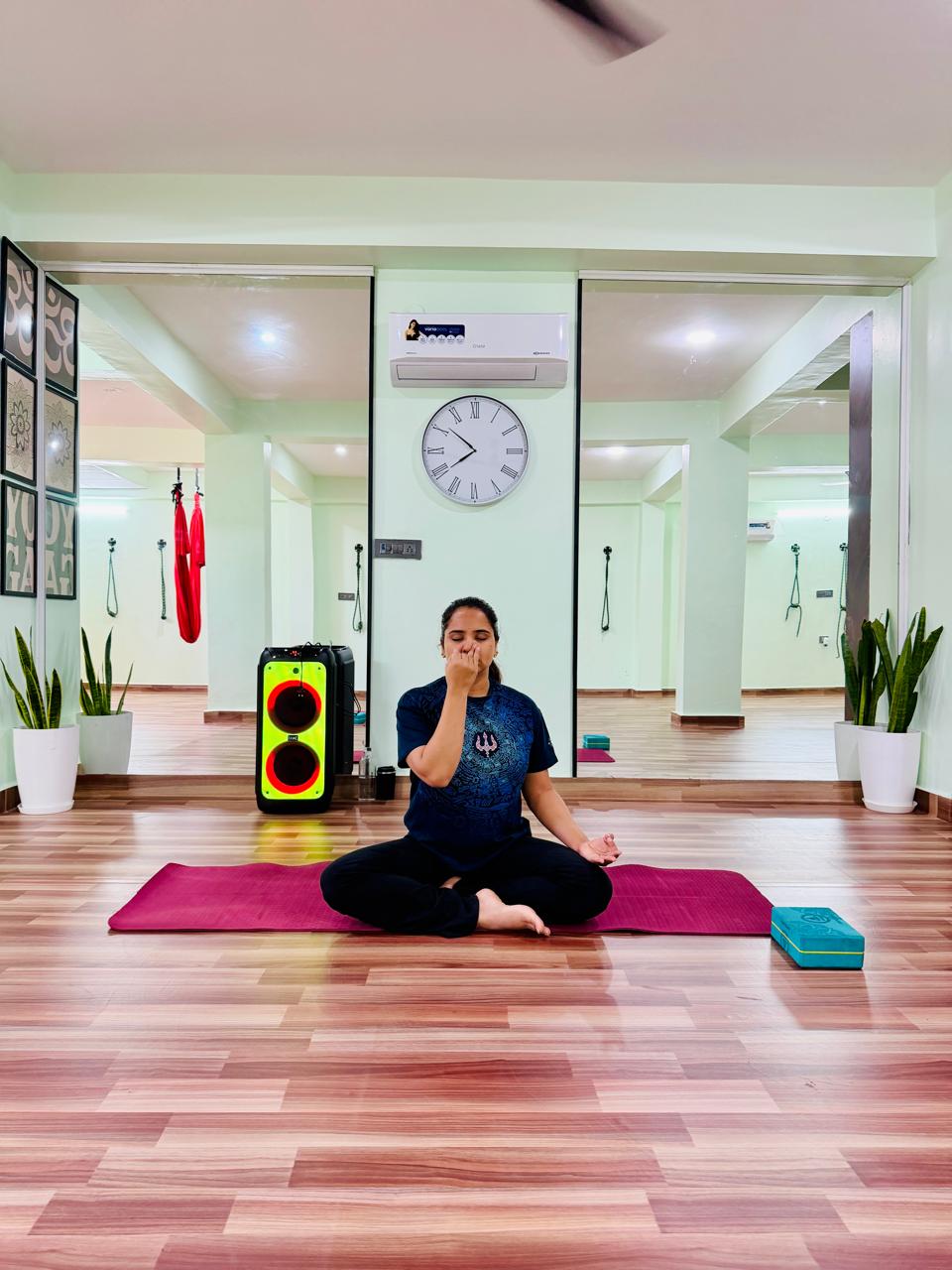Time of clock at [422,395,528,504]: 7:51
